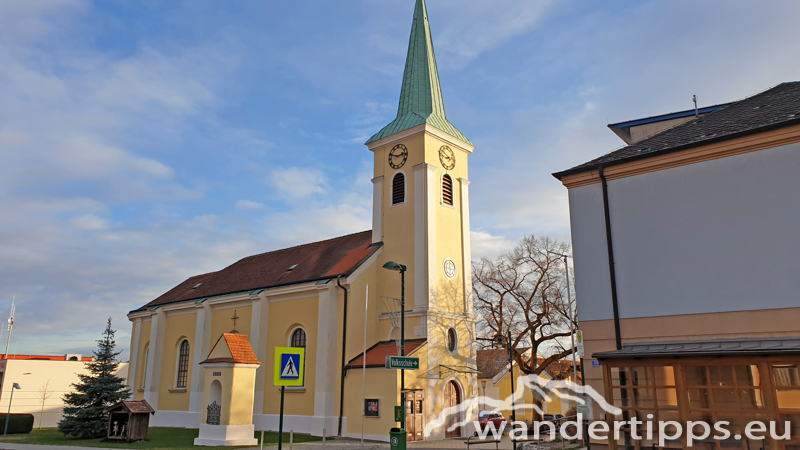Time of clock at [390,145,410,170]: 2:48
